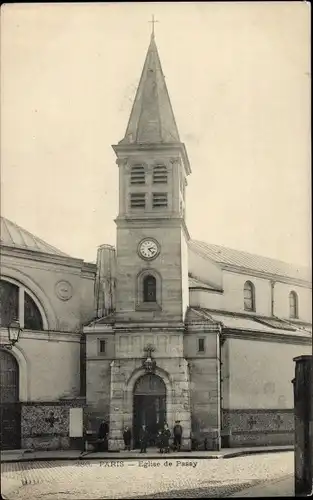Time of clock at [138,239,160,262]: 2:22
